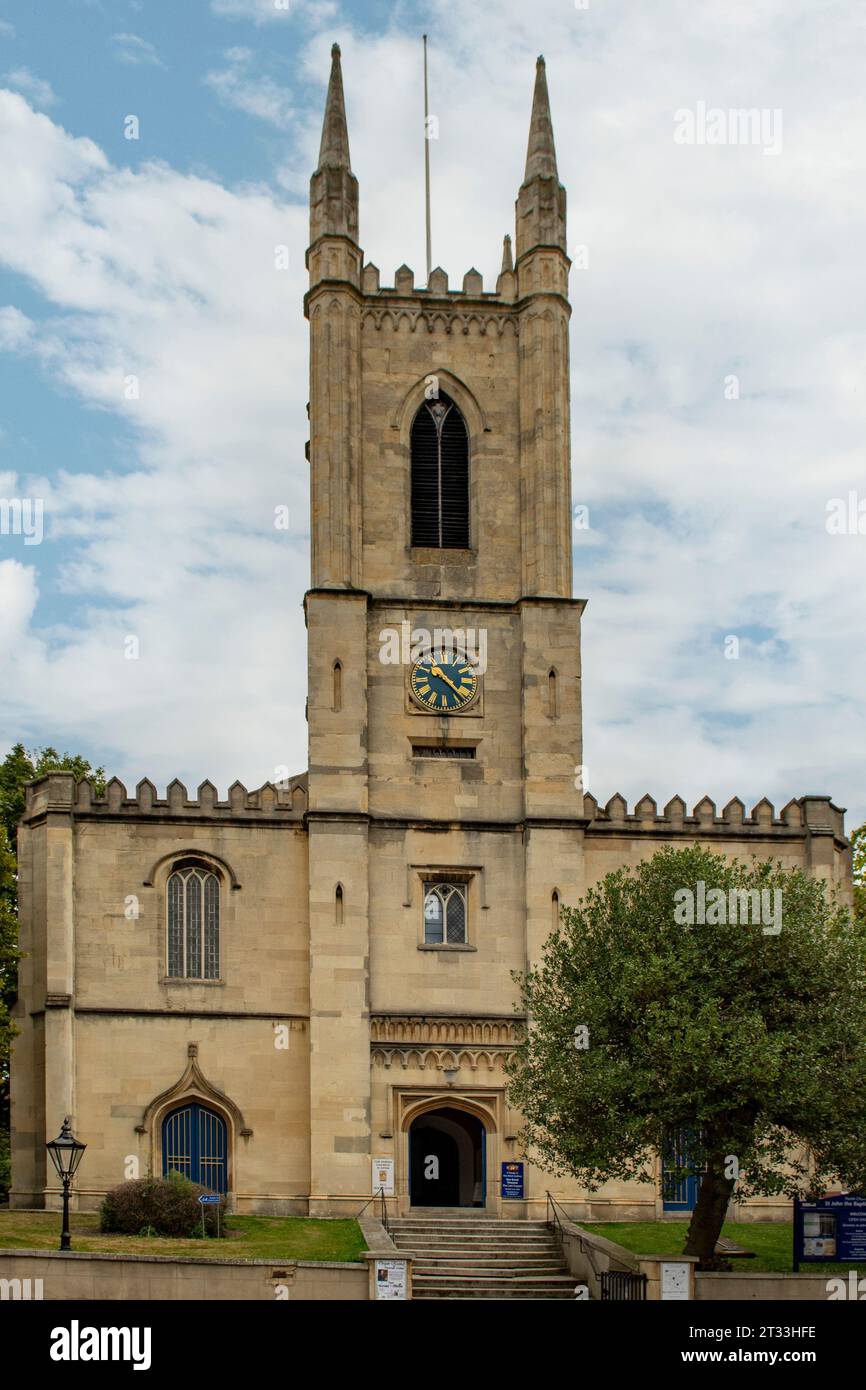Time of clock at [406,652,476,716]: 4:22
